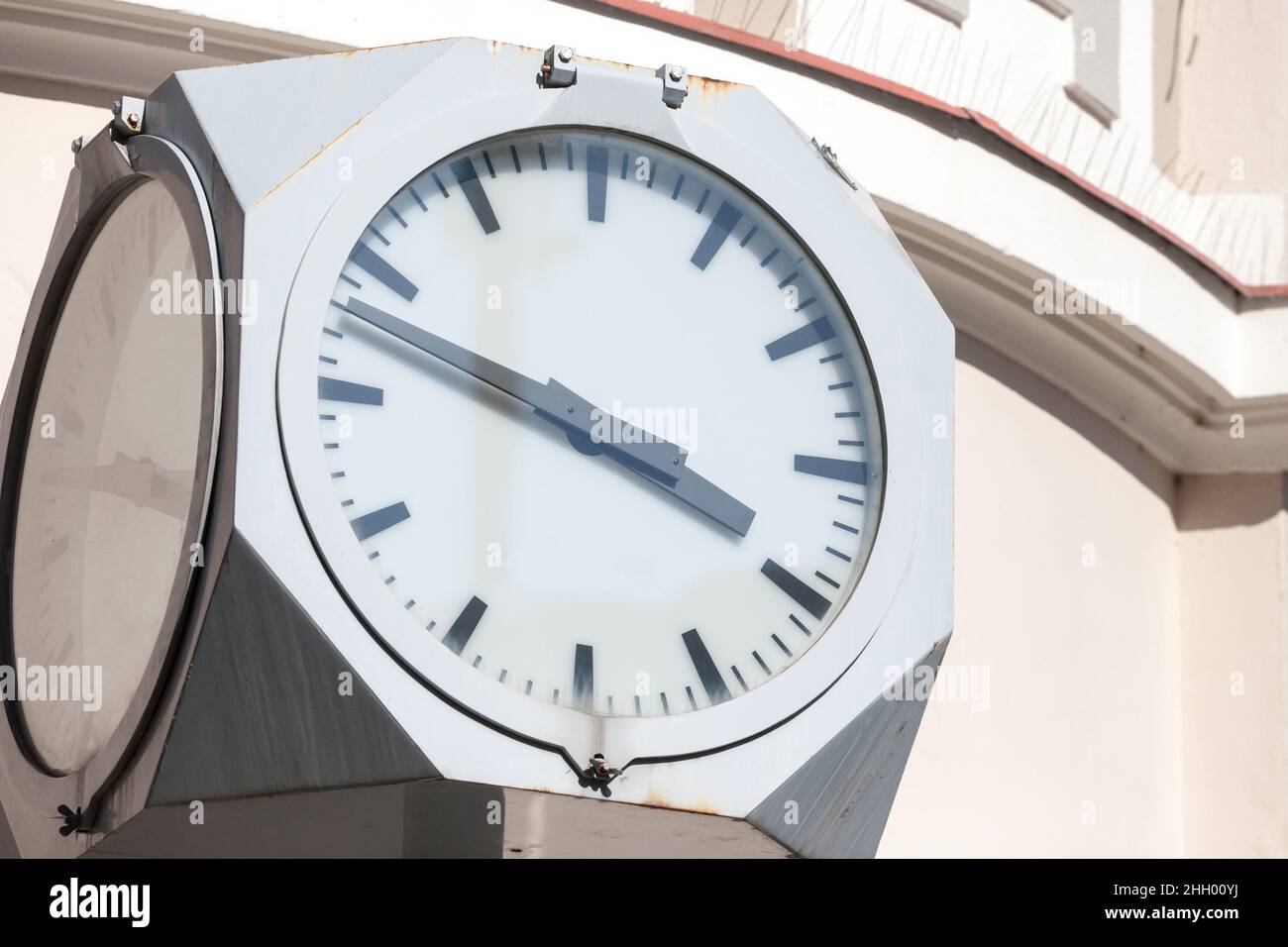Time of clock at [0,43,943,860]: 3:48
